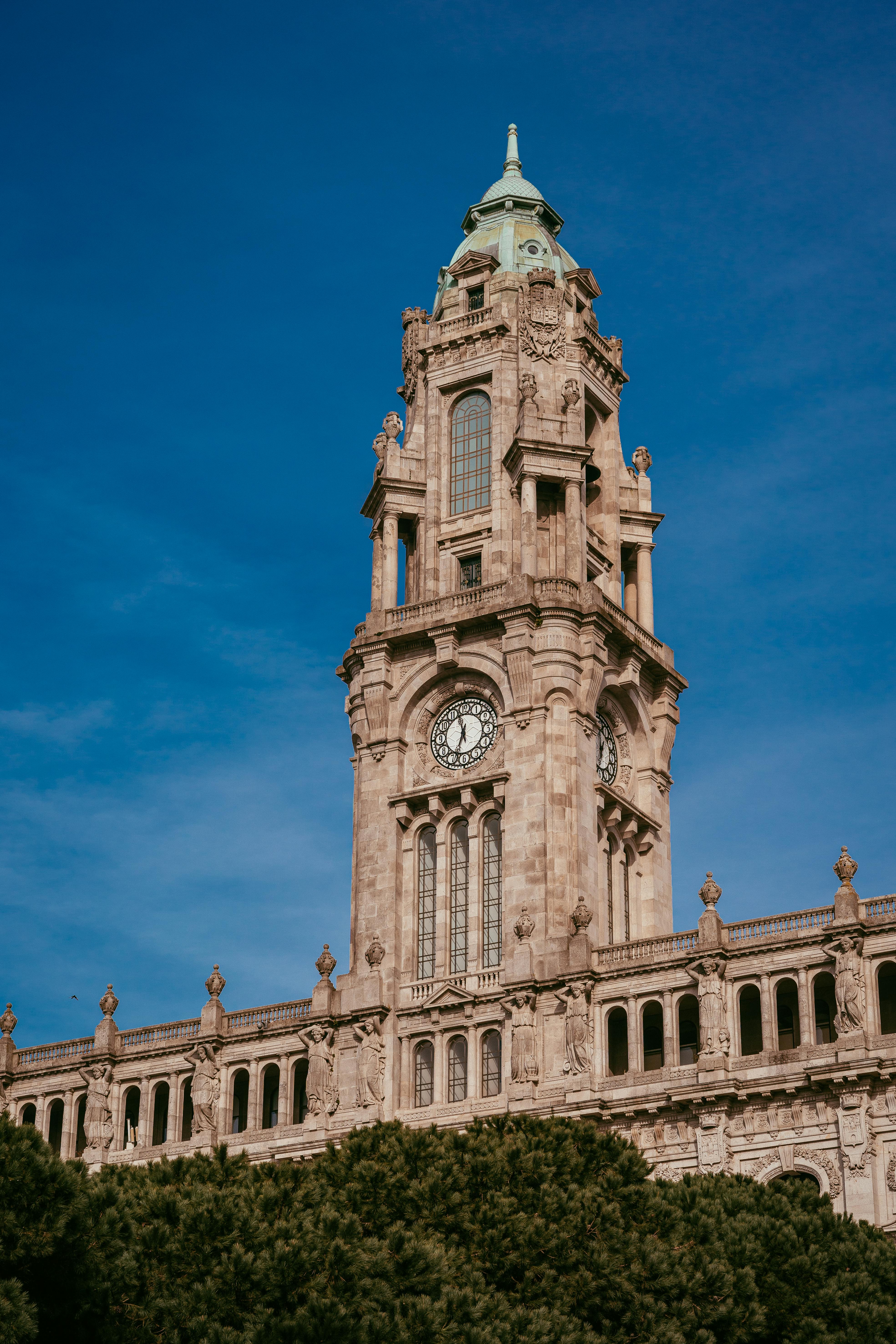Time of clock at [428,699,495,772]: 11:32
